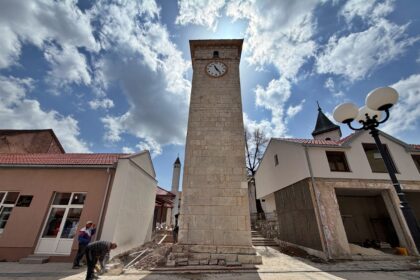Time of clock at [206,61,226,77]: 11:24
